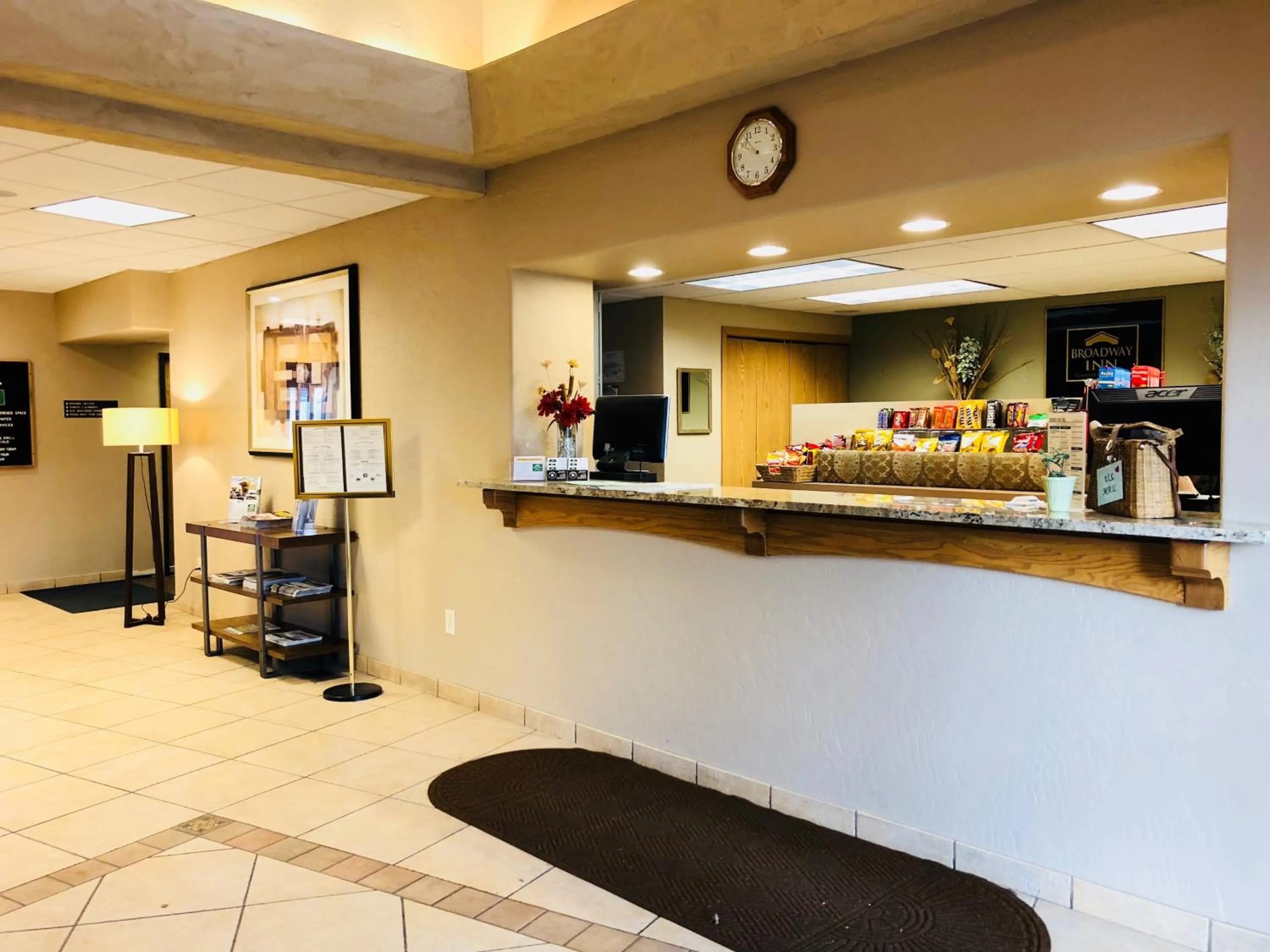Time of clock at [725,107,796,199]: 9:53
